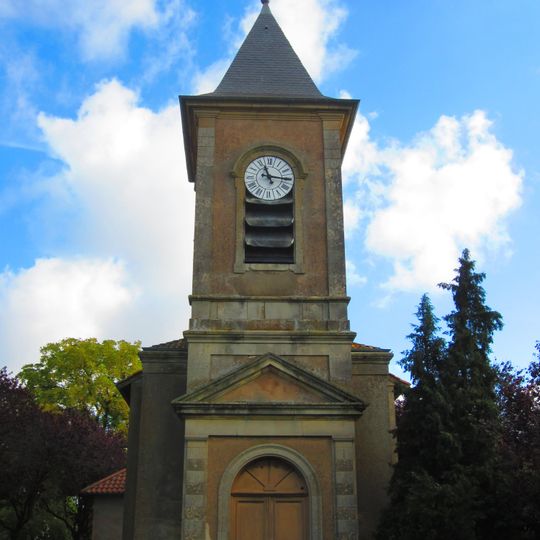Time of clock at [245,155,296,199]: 11:15
